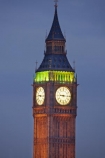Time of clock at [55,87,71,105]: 9:15
